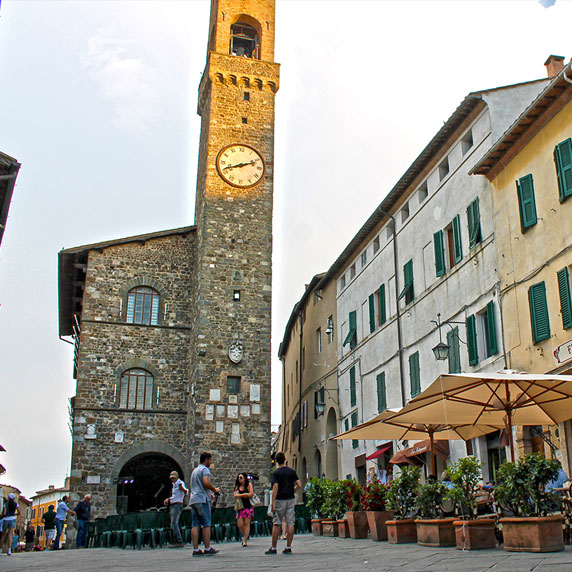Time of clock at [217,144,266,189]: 8:11
